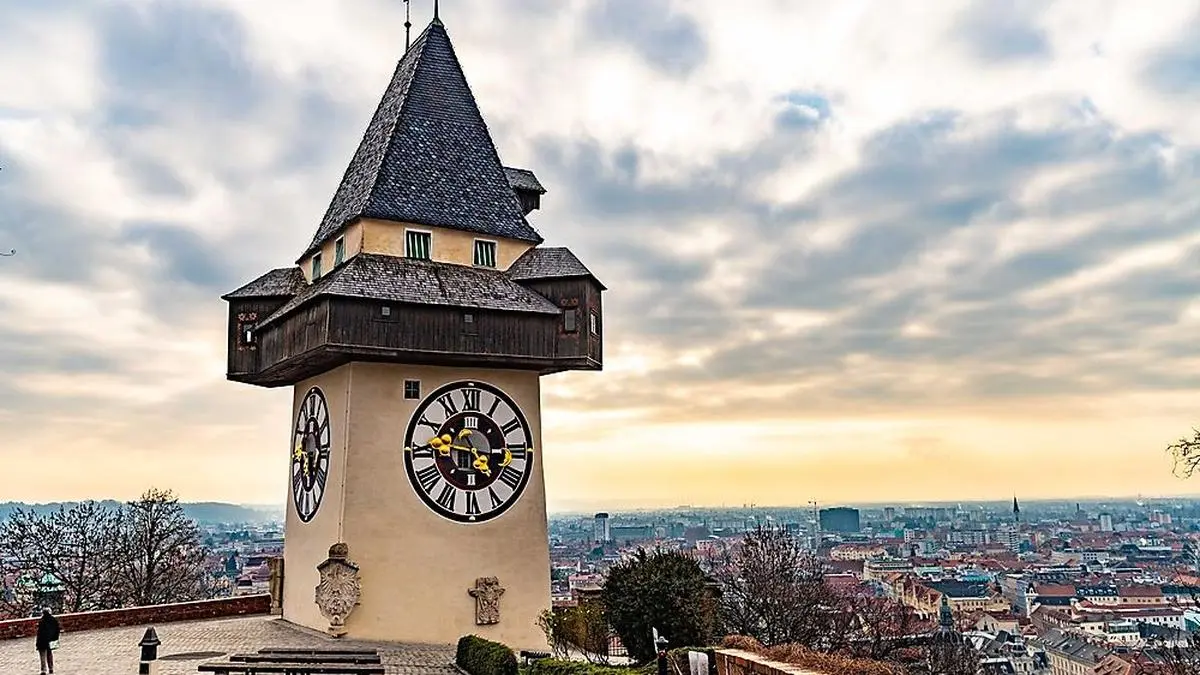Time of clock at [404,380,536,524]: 4:46
